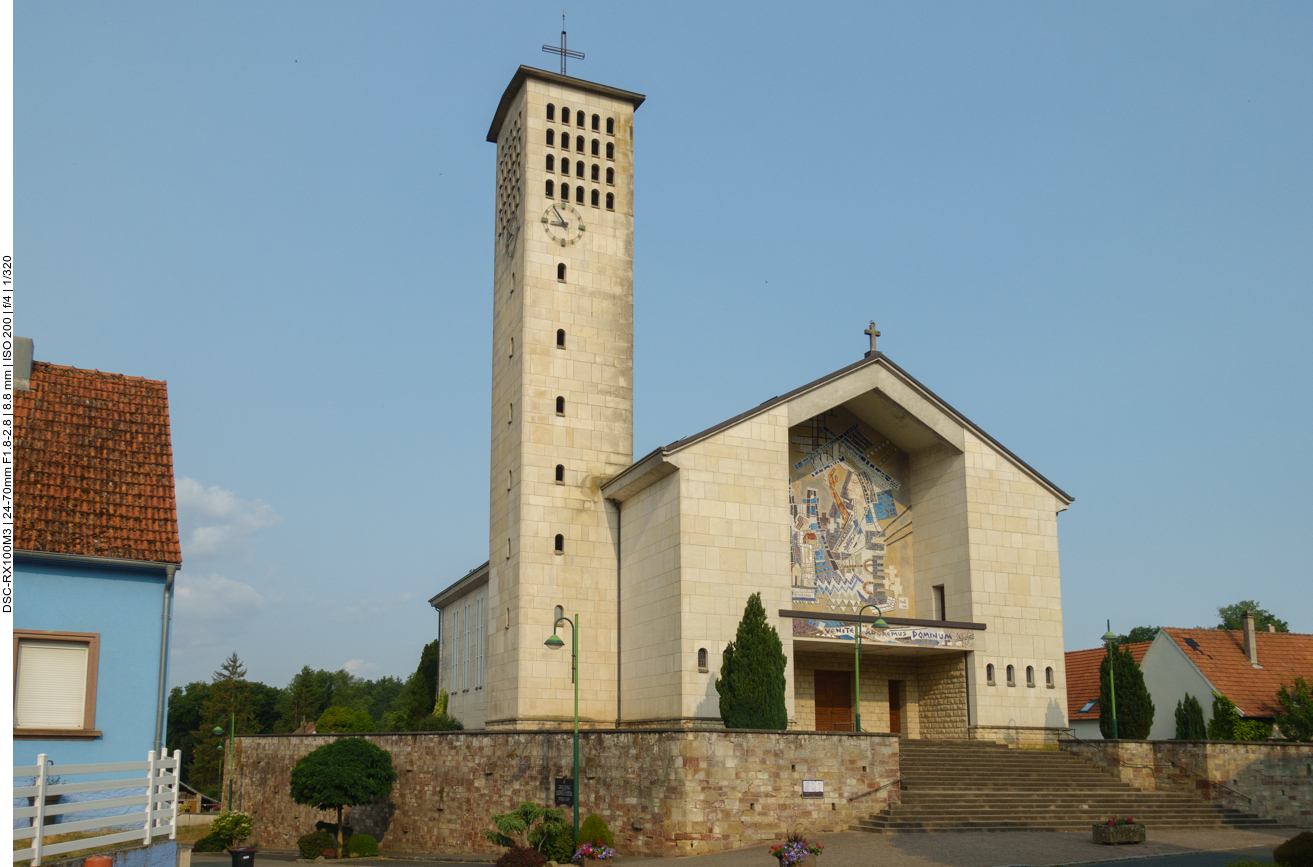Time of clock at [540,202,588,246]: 8:54
